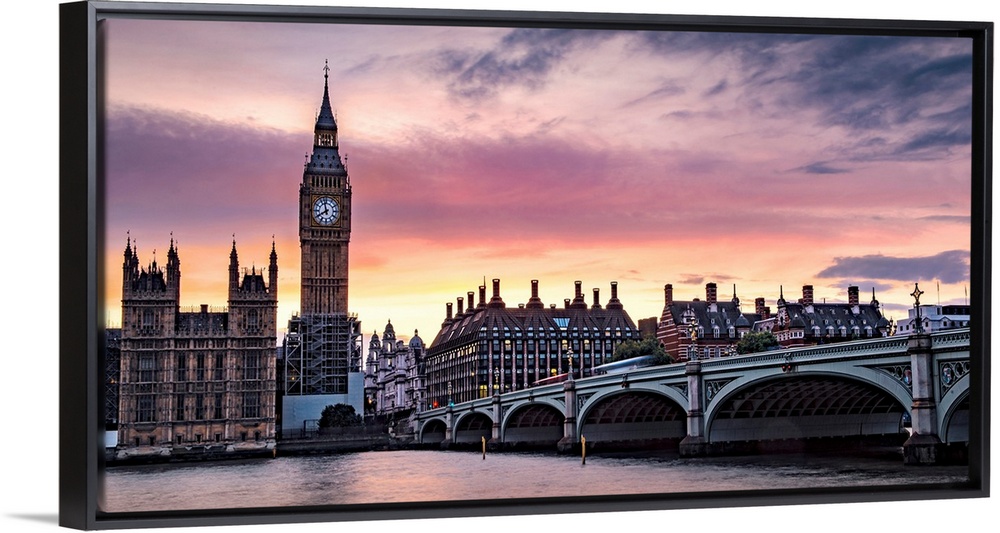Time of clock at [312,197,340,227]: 7:57
